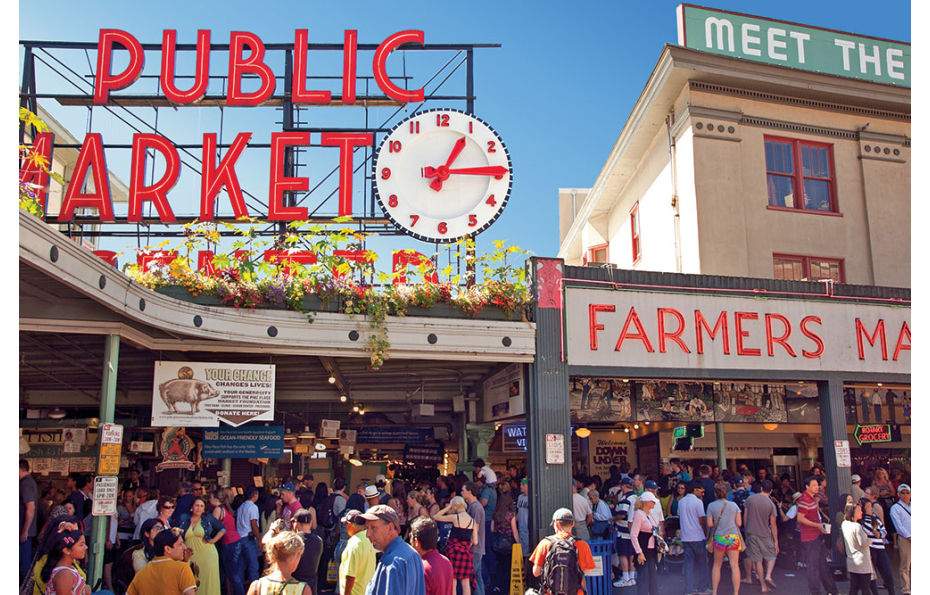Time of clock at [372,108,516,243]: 1:14
